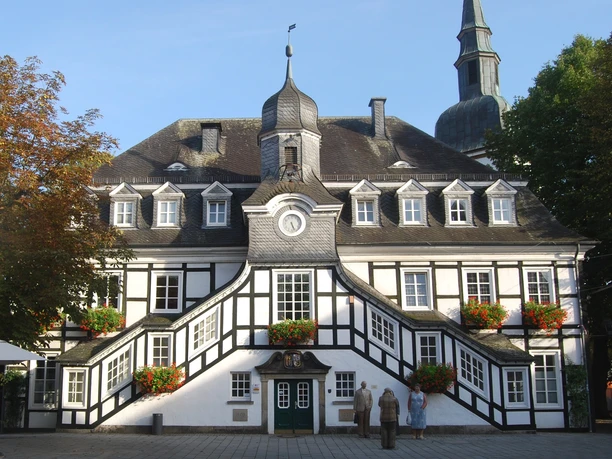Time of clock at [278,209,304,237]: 5:26
